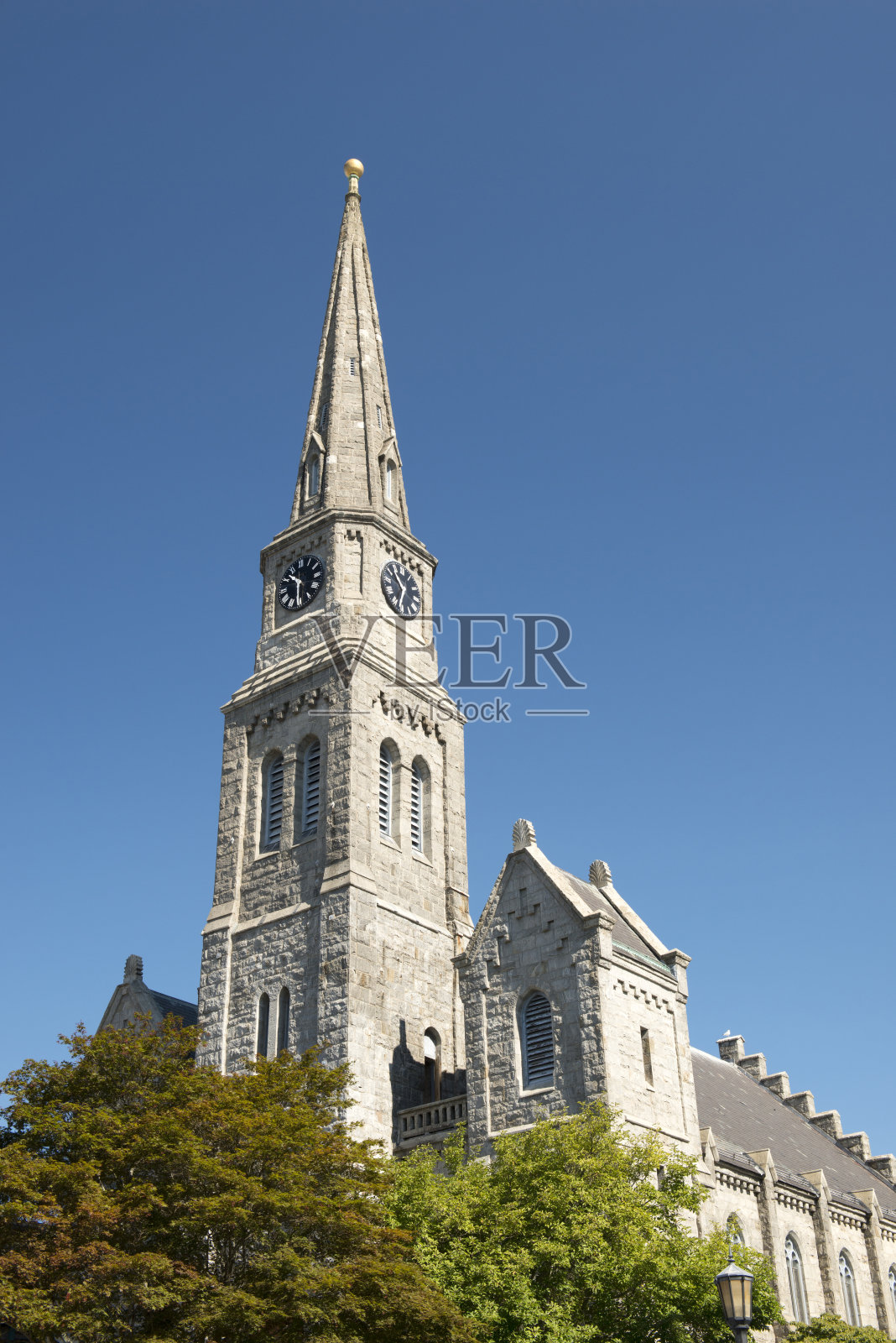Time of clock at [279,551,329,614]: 10:31
